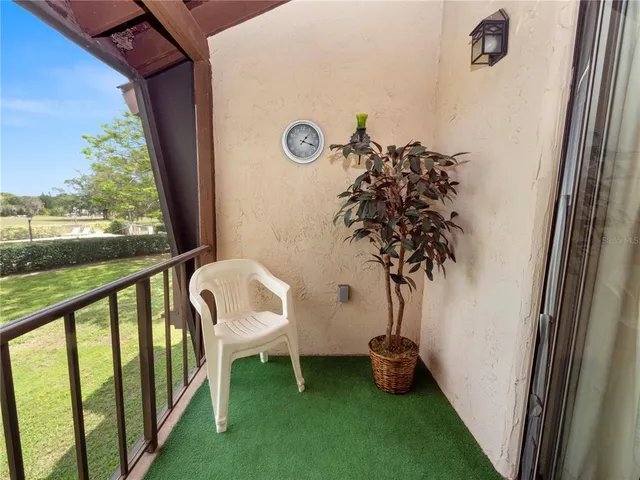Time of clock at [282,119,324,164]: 1:18
